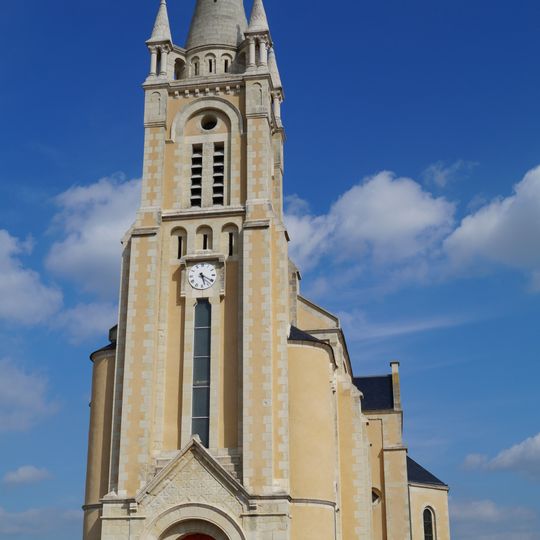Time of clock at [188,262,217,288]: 5:20
